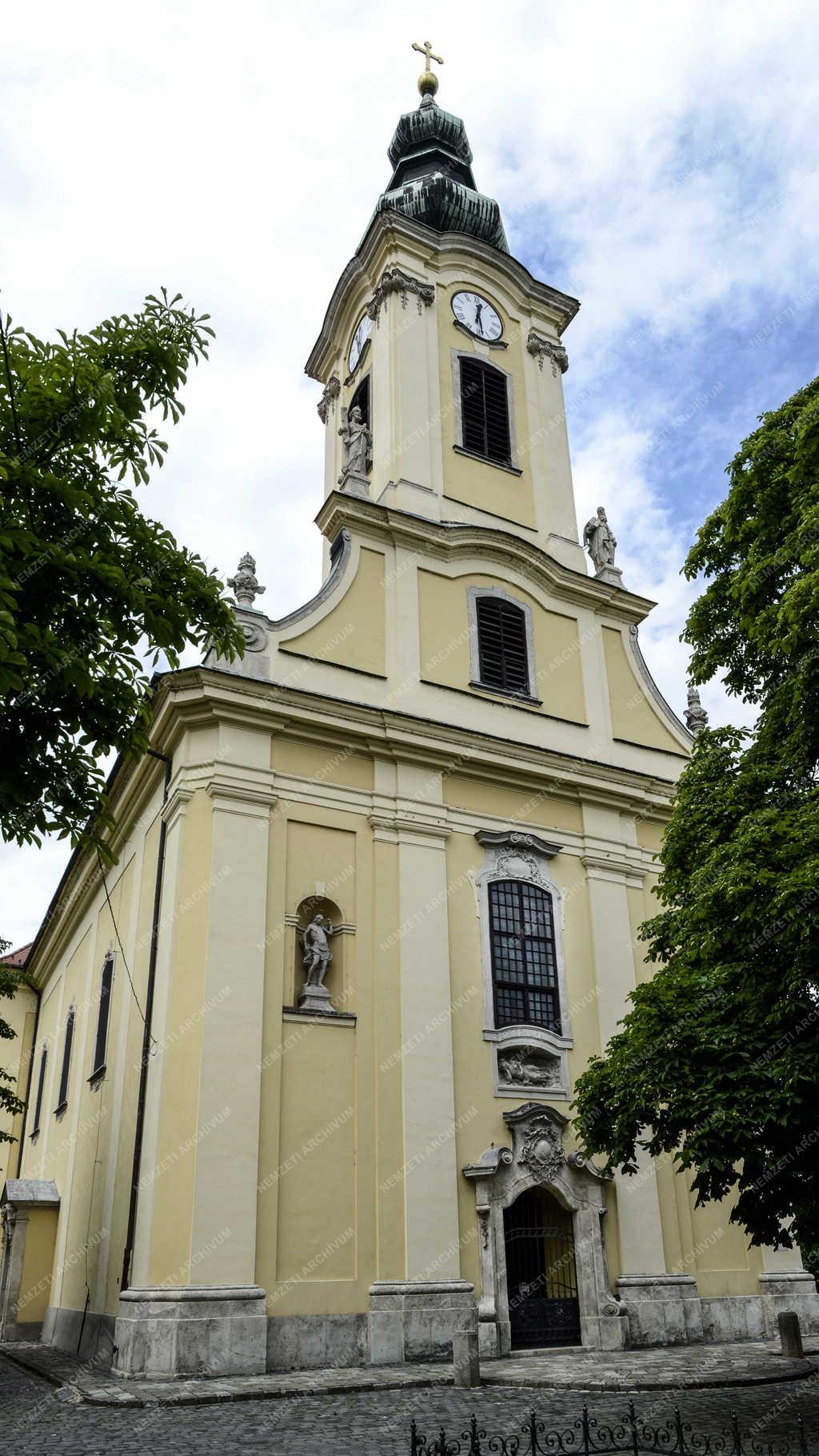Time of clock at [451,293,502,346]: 12:28
